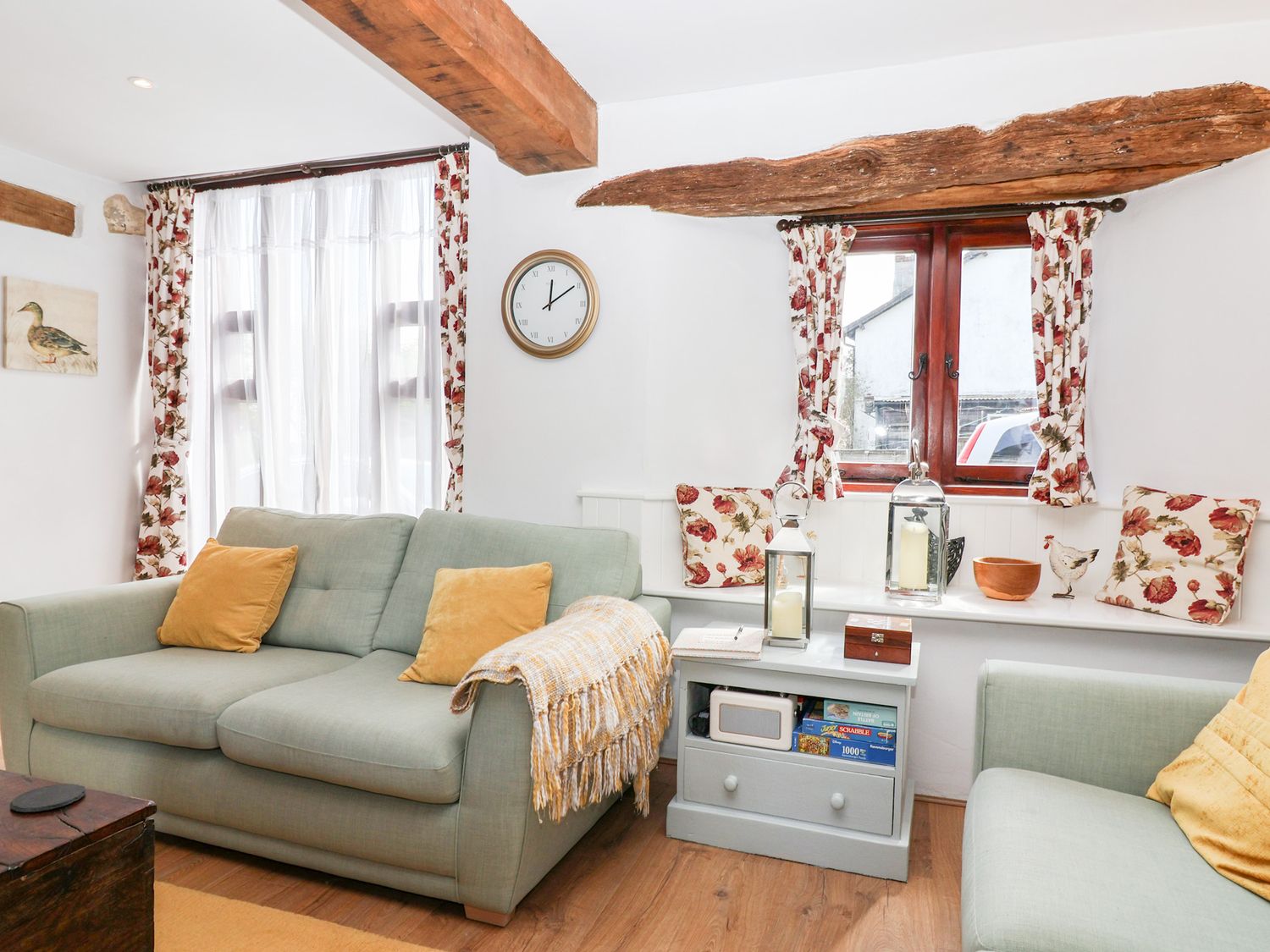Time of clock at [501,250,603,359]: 12:09
